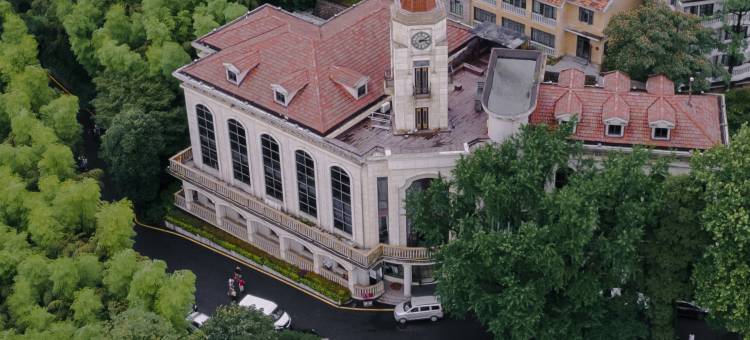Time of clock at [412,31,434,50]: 3:09
